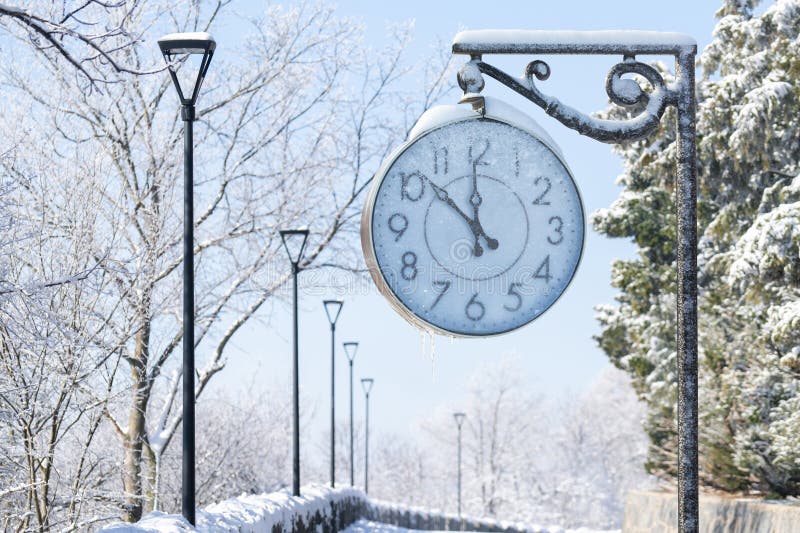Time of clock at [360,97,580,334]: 11:52
